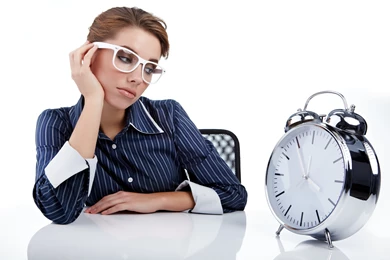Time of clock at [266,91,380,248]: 3:55
